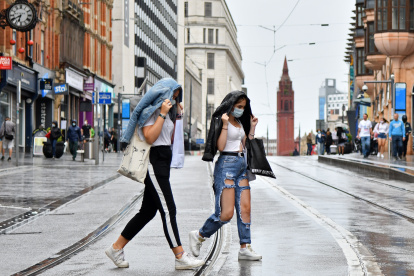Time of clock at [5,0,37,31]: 6:40
